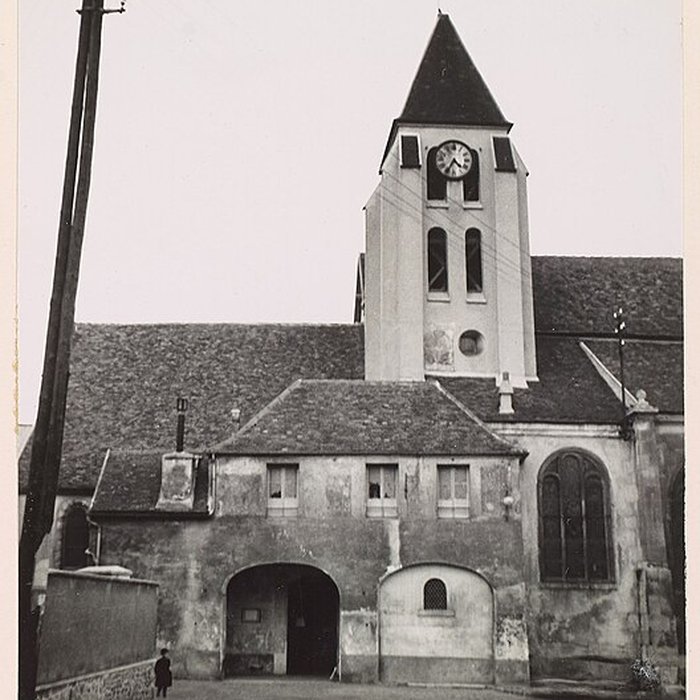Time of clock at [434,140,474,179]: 4:34
